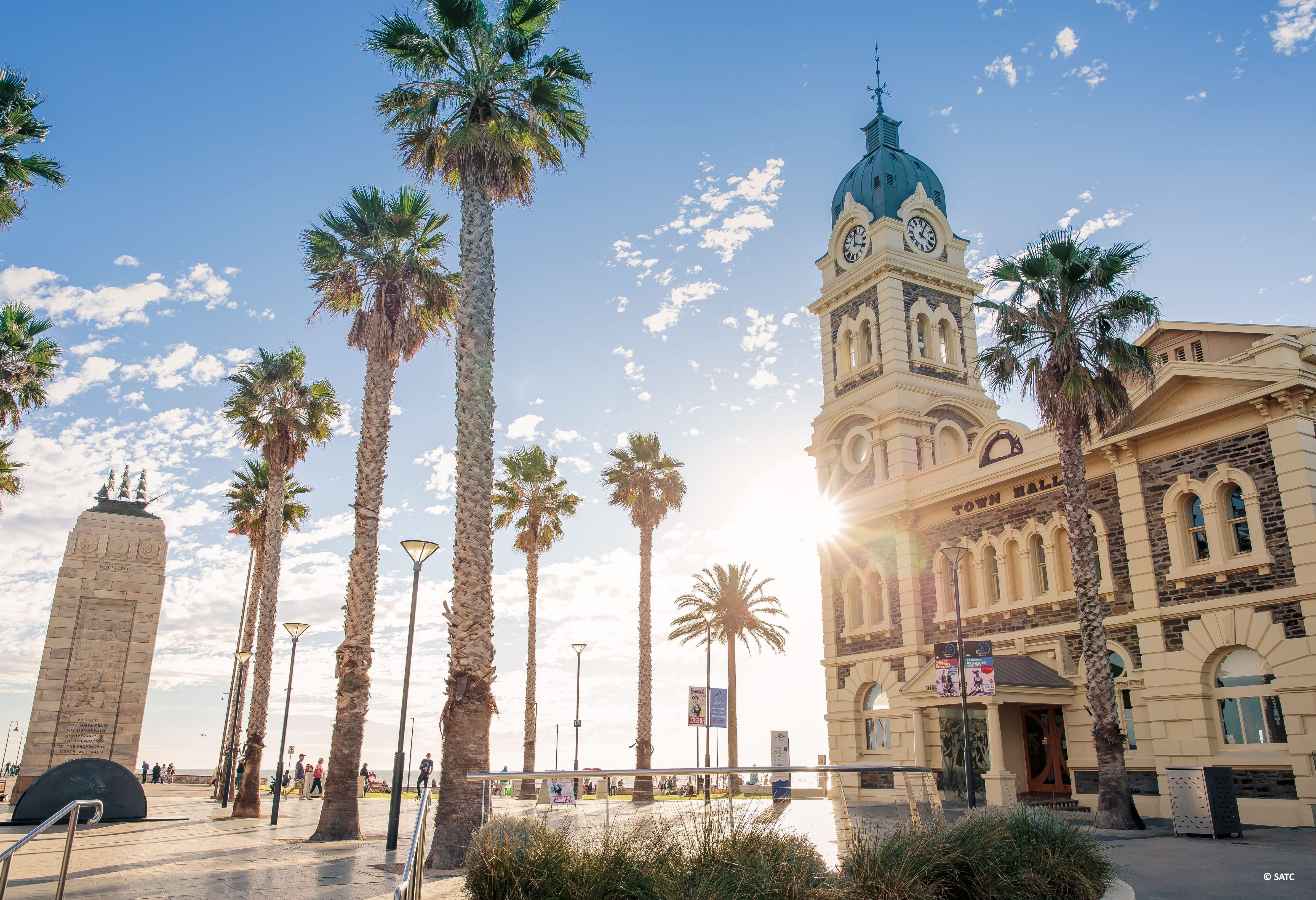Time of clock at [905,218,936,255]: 4:04
